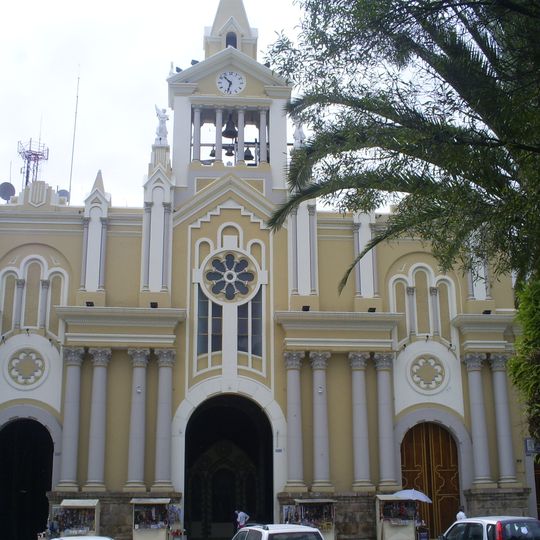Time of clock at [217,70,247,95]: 10:32
